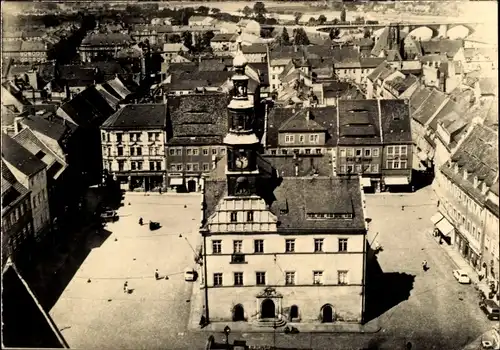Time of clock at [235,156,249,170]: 10:32
